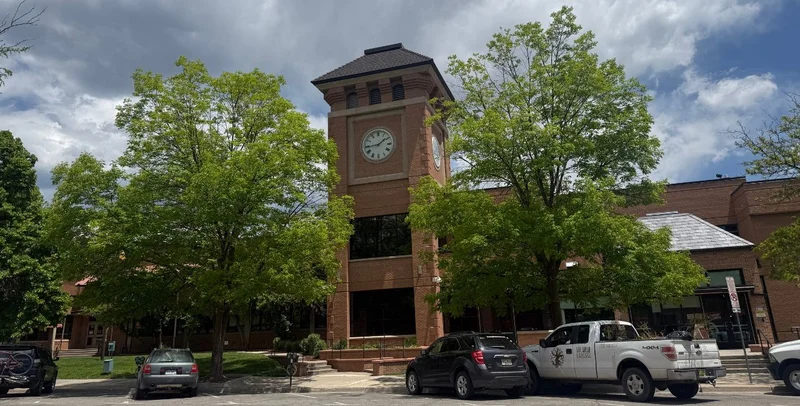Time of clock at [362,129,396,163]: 1:44
